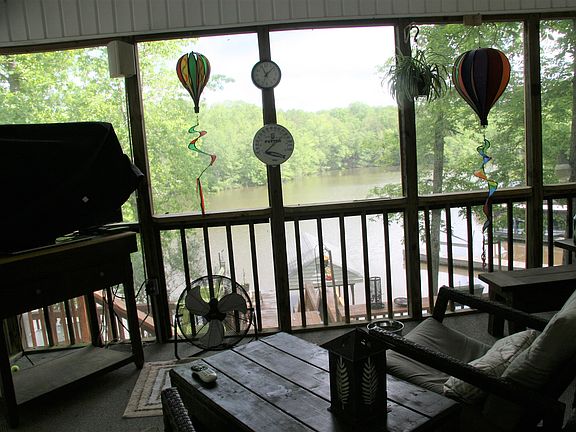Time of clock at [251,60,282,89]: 11:07
